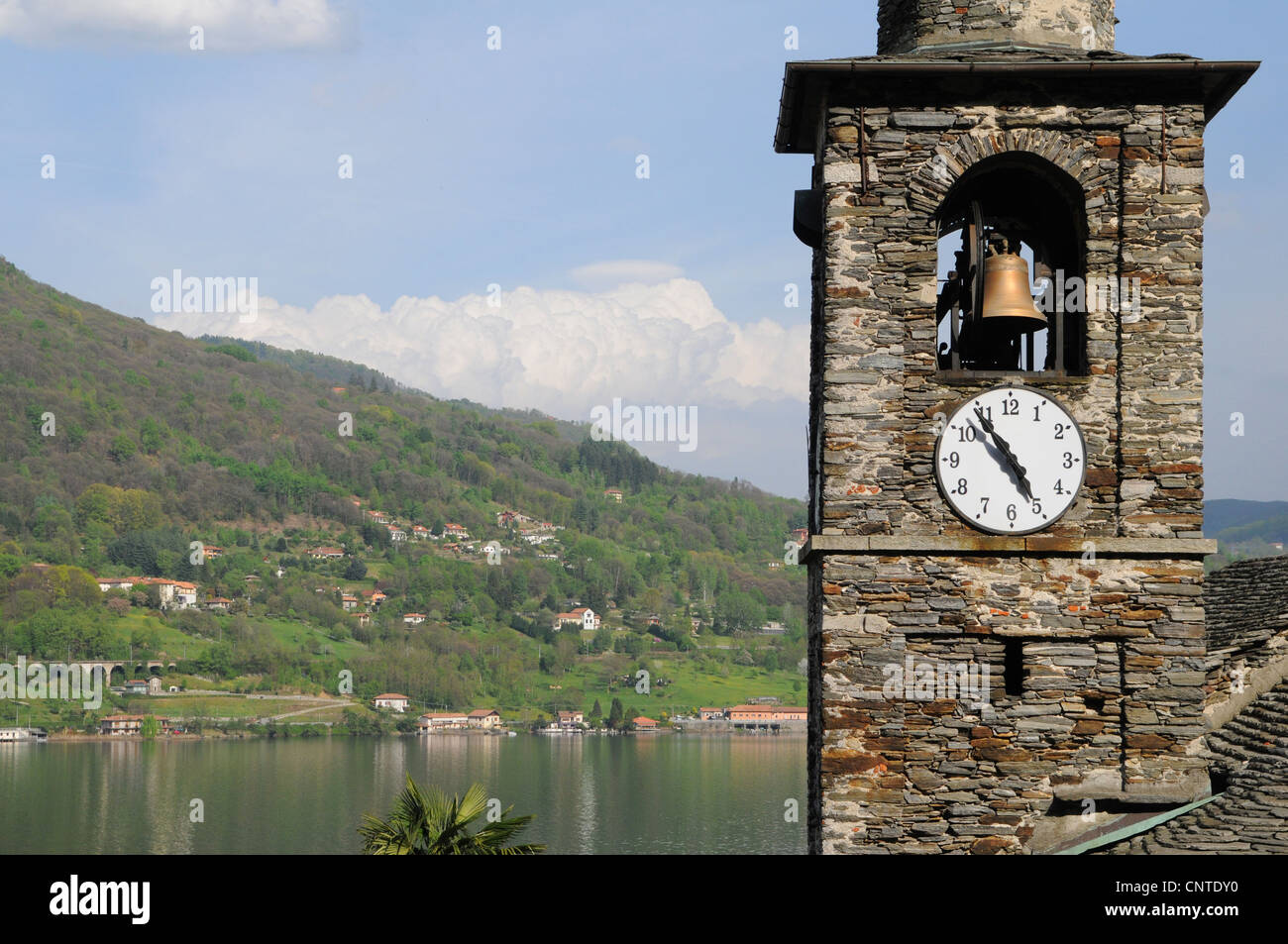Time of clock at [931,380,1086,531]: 4:54
